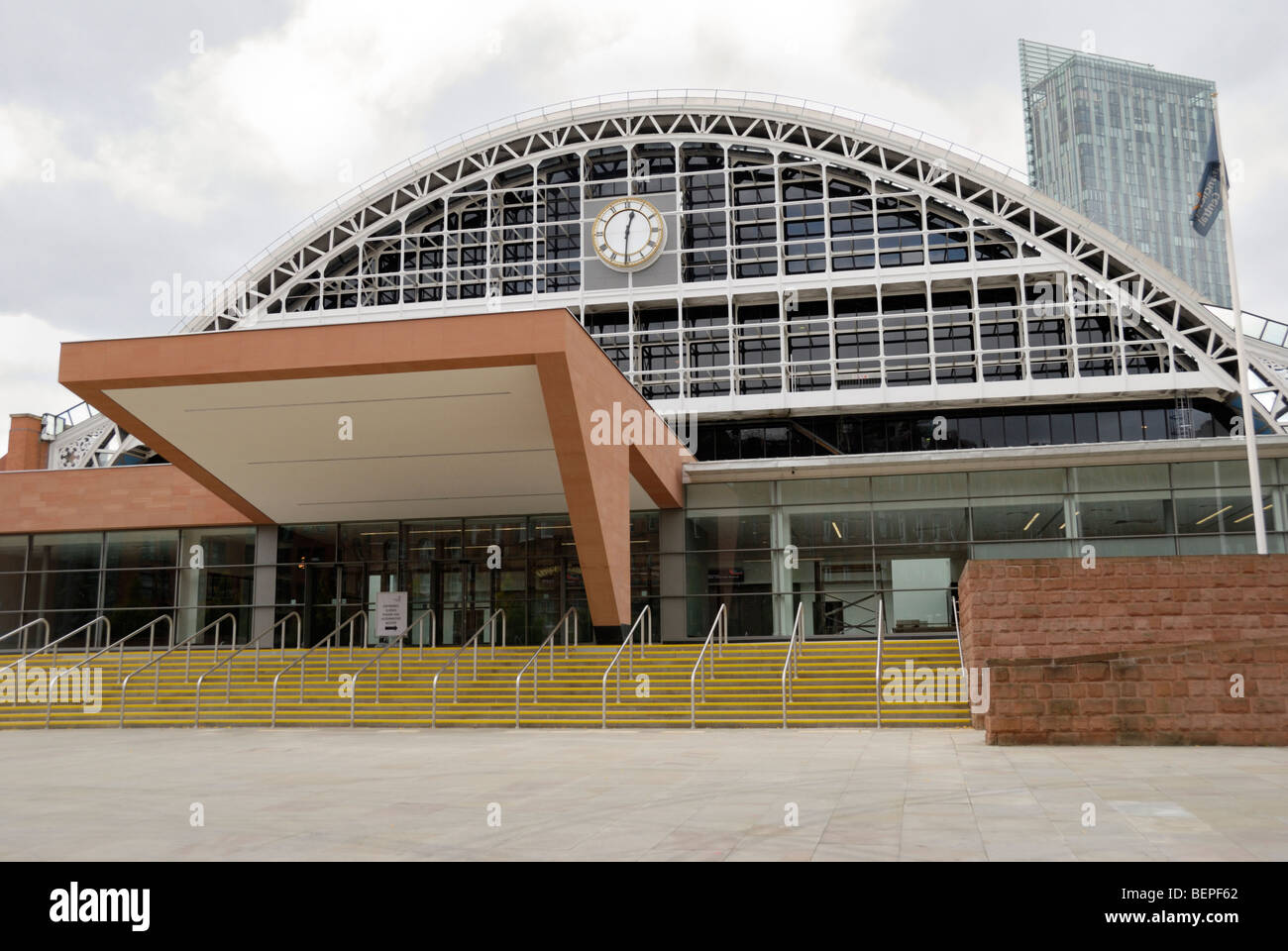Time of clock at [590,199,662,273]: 12:30
